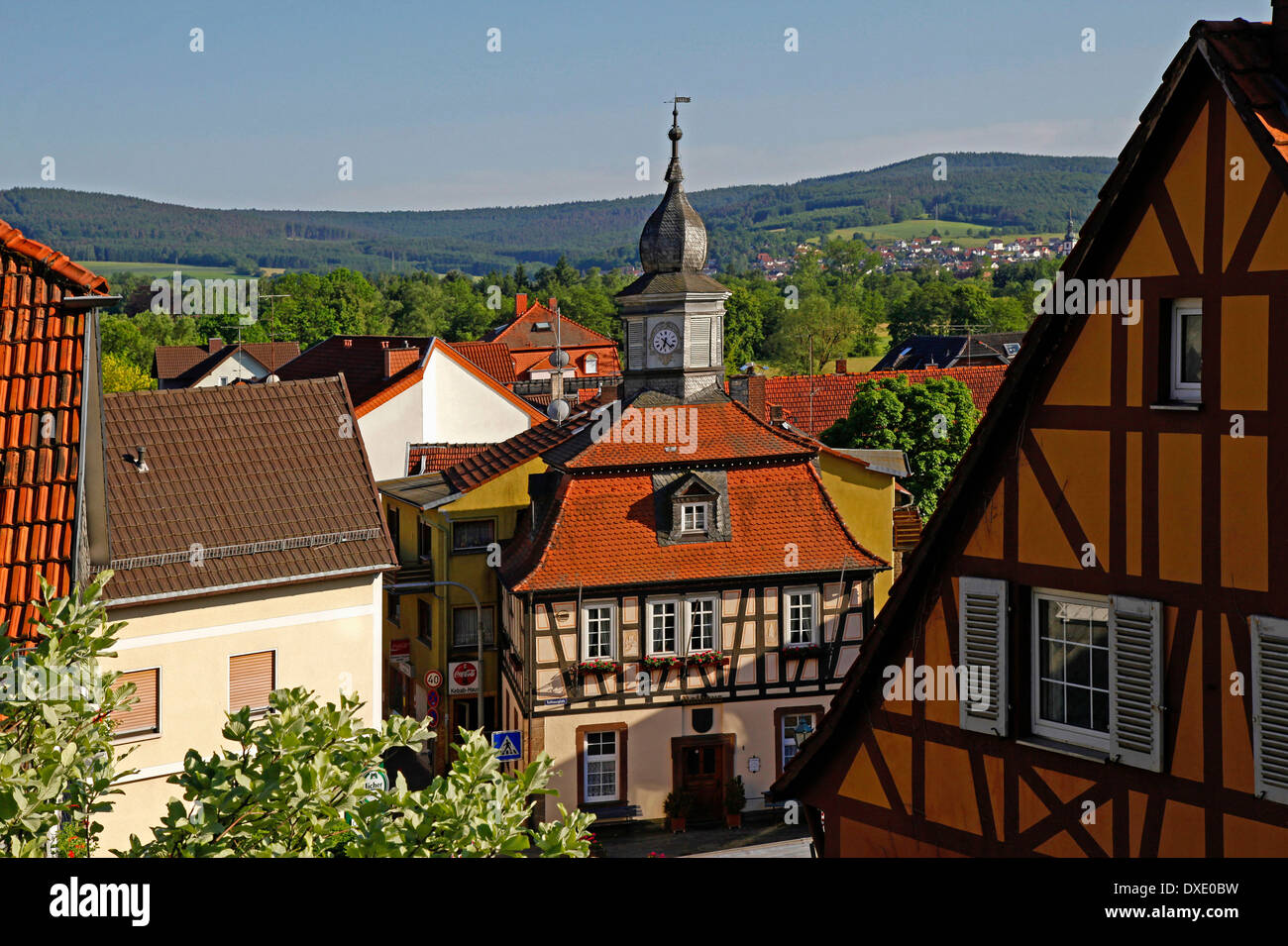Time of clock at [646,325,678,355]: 6:22
